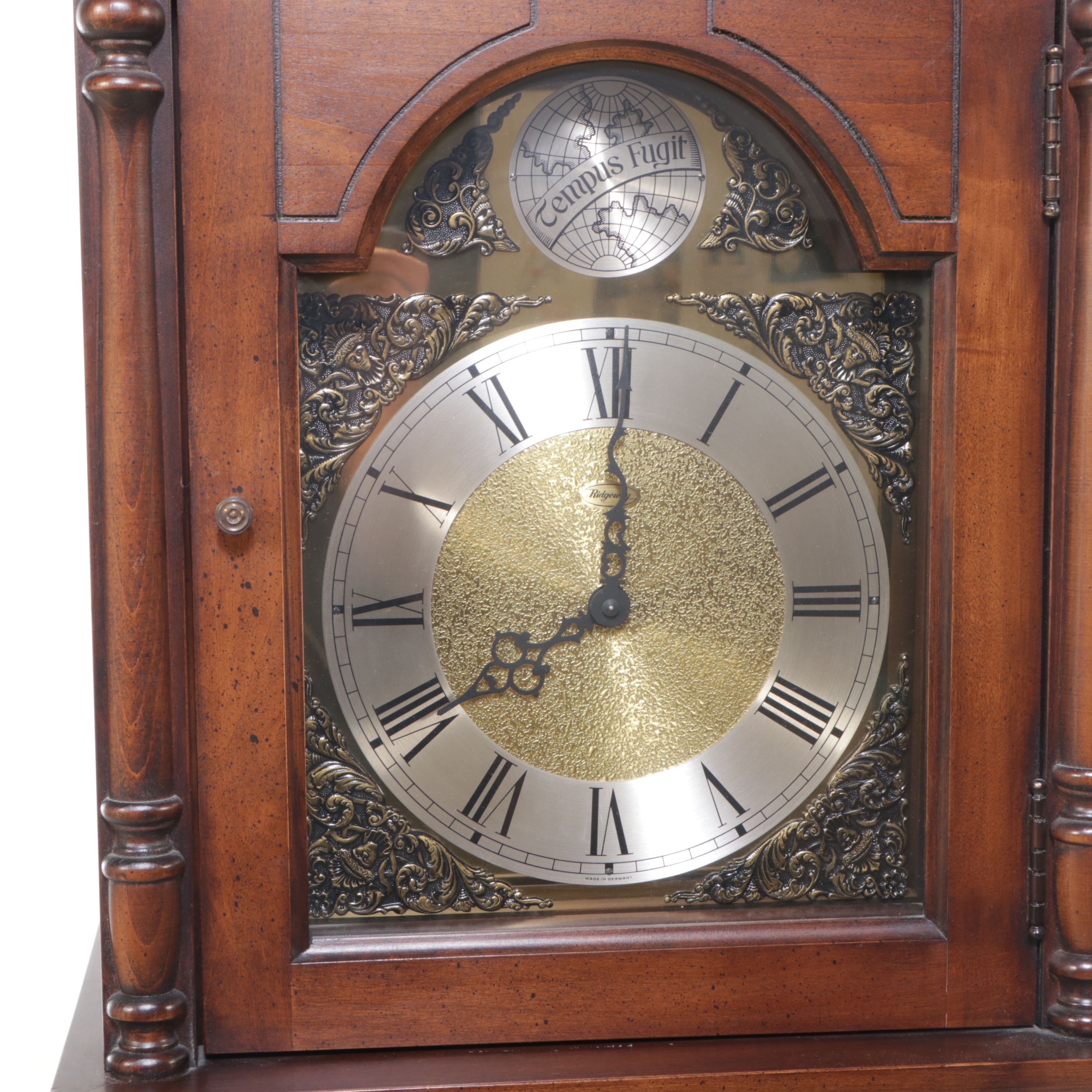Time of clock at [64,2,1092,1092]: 8:00
